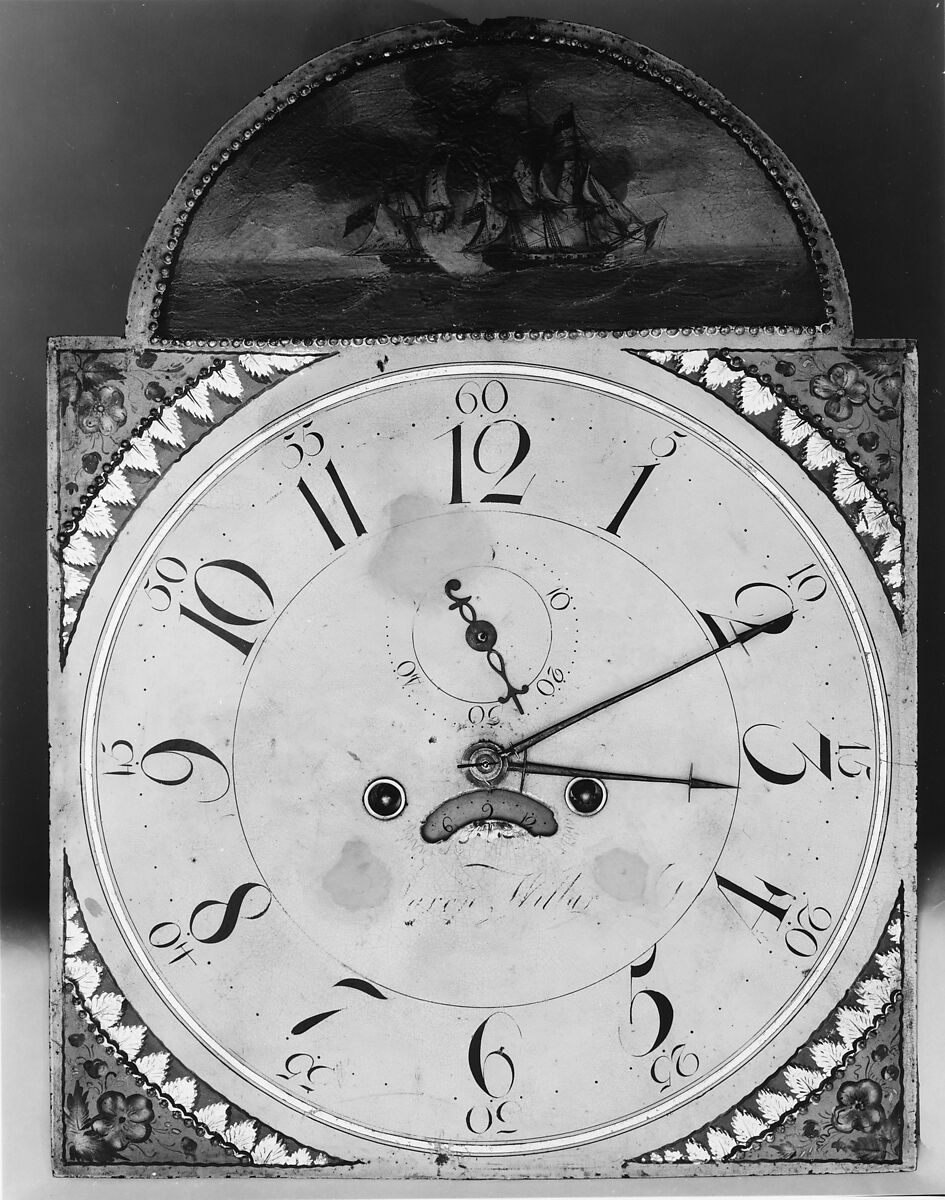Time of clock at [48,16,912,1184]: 3:10
